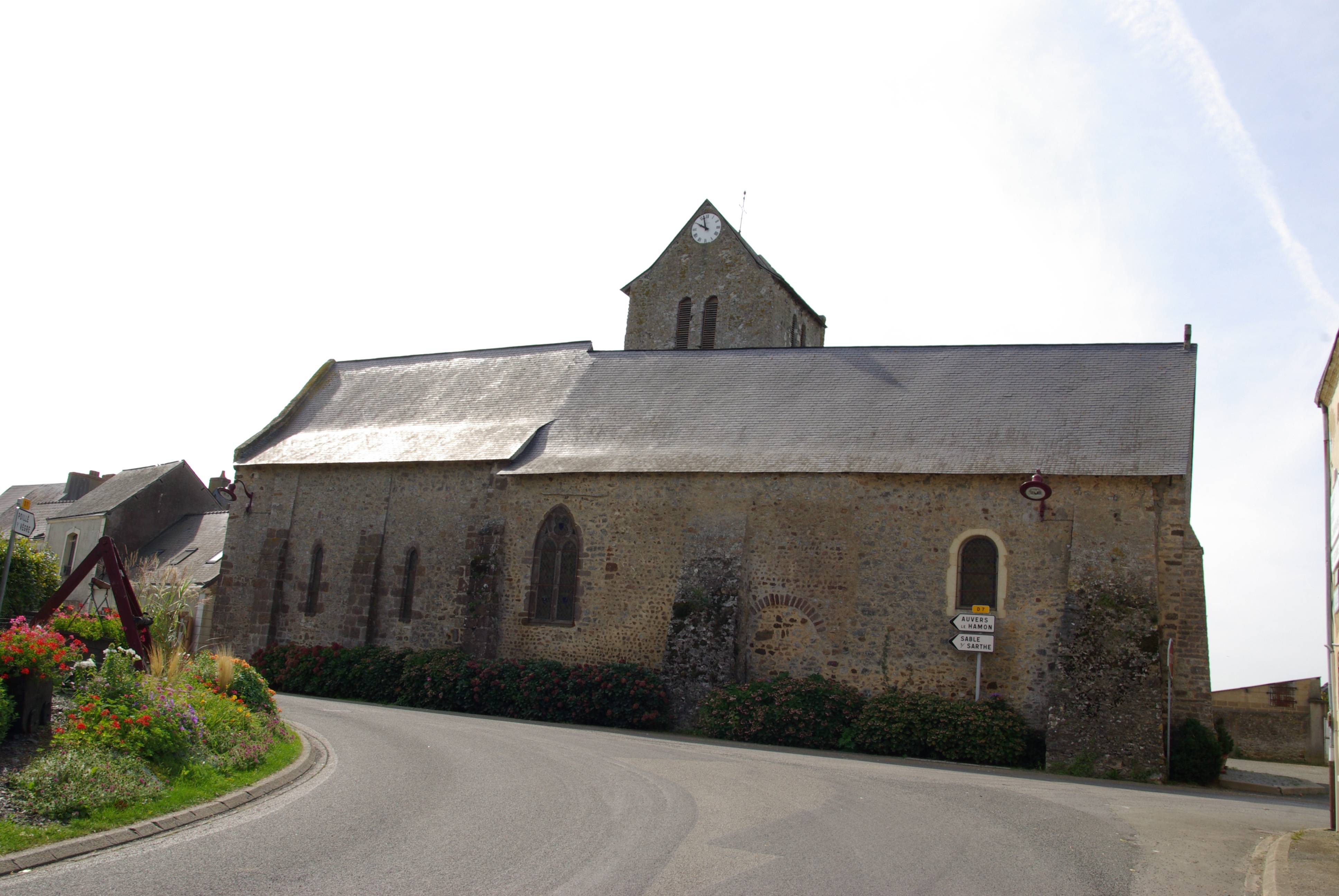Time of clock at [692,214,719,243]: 9:57
